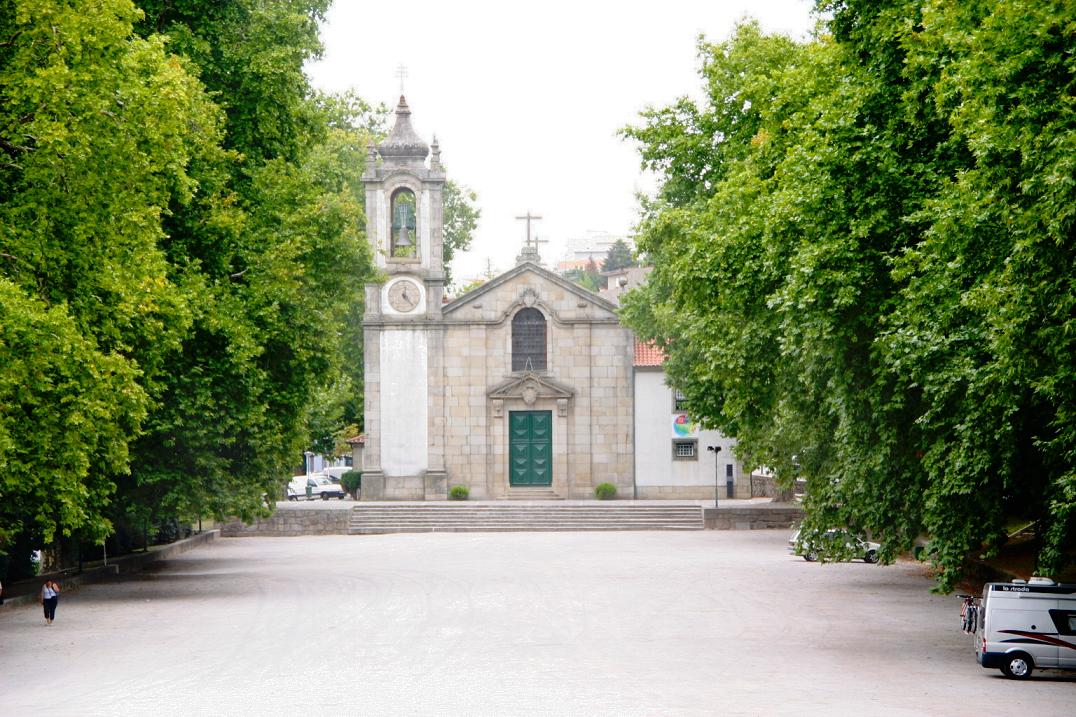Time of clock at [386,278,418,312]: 12:23
